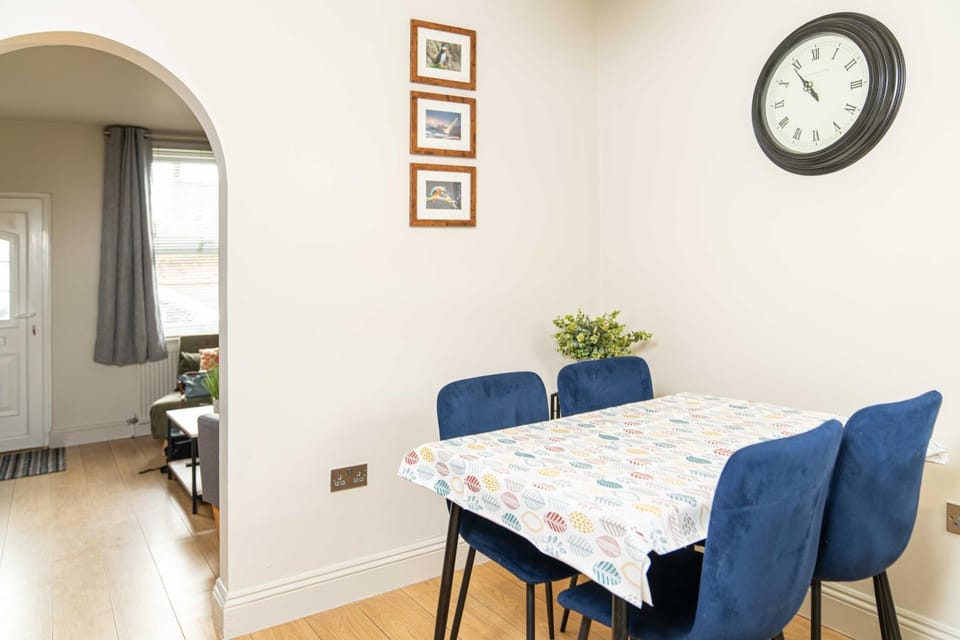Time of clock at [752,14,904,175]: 10:53
